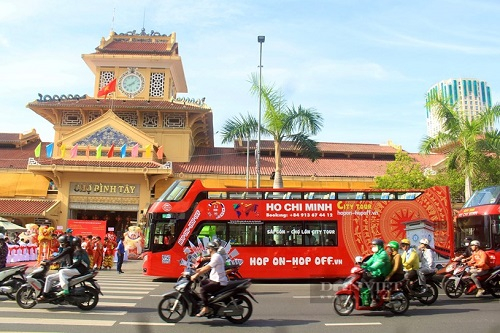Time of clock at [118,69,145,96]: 8:07
